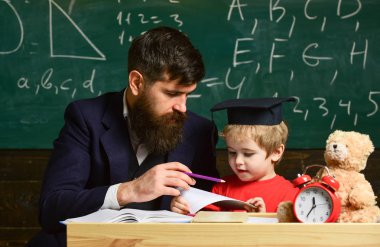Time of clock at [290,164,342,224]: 11:35
